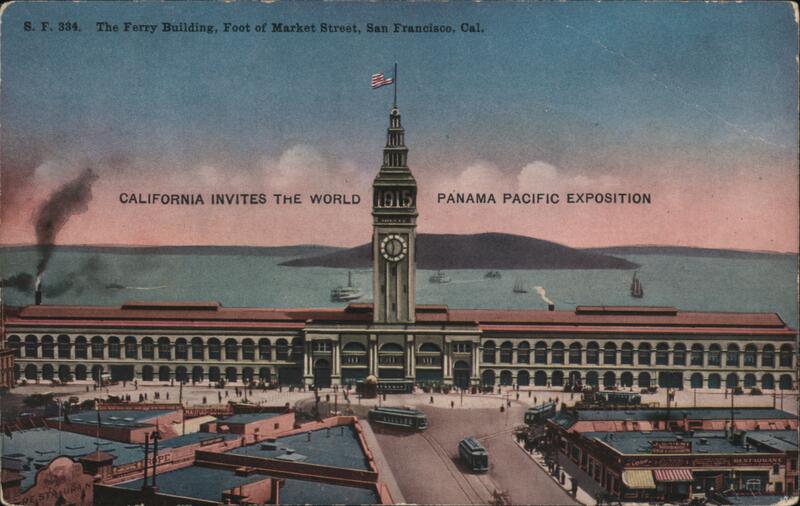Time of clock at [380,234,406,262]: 11:32
